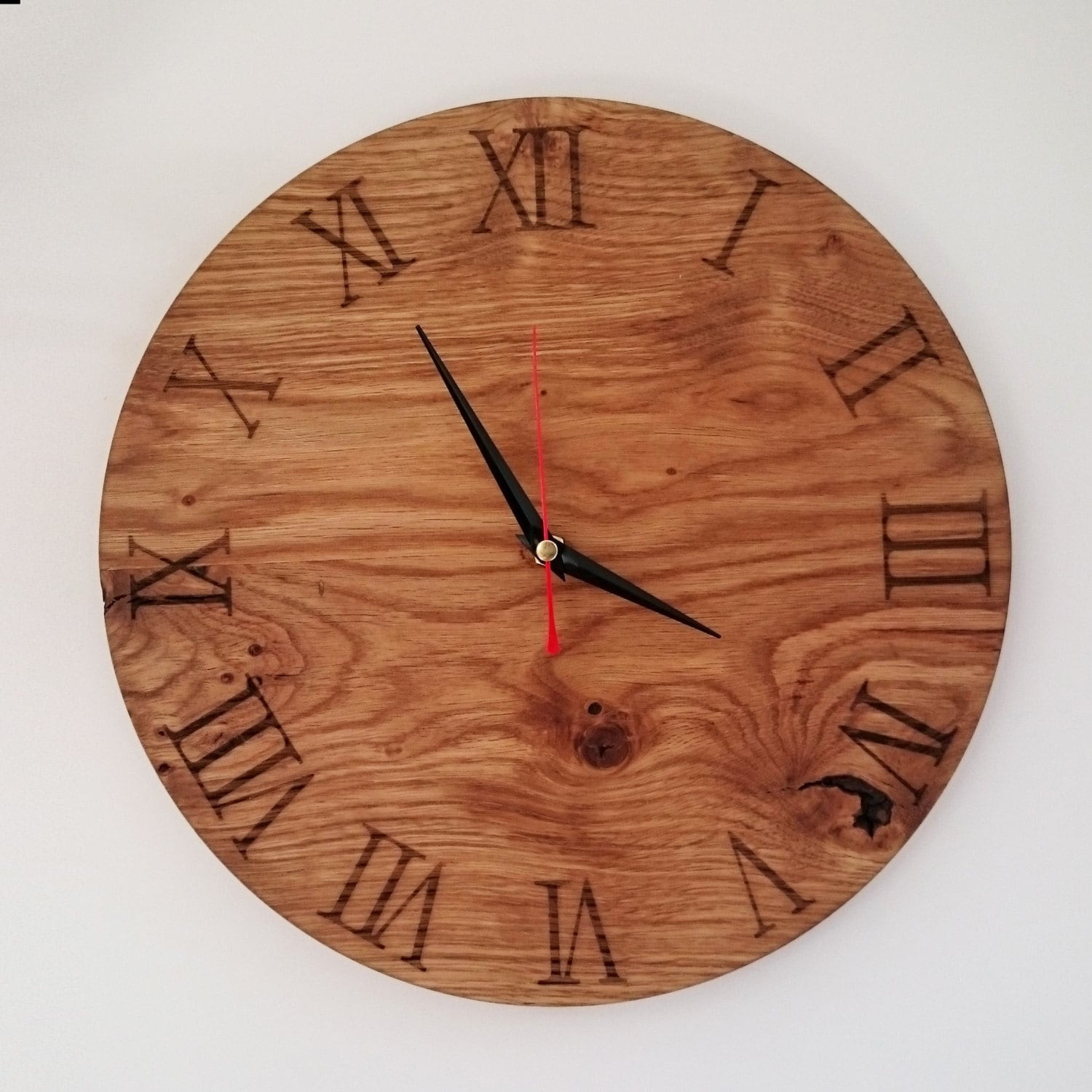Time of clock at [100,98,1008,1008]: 3:55
